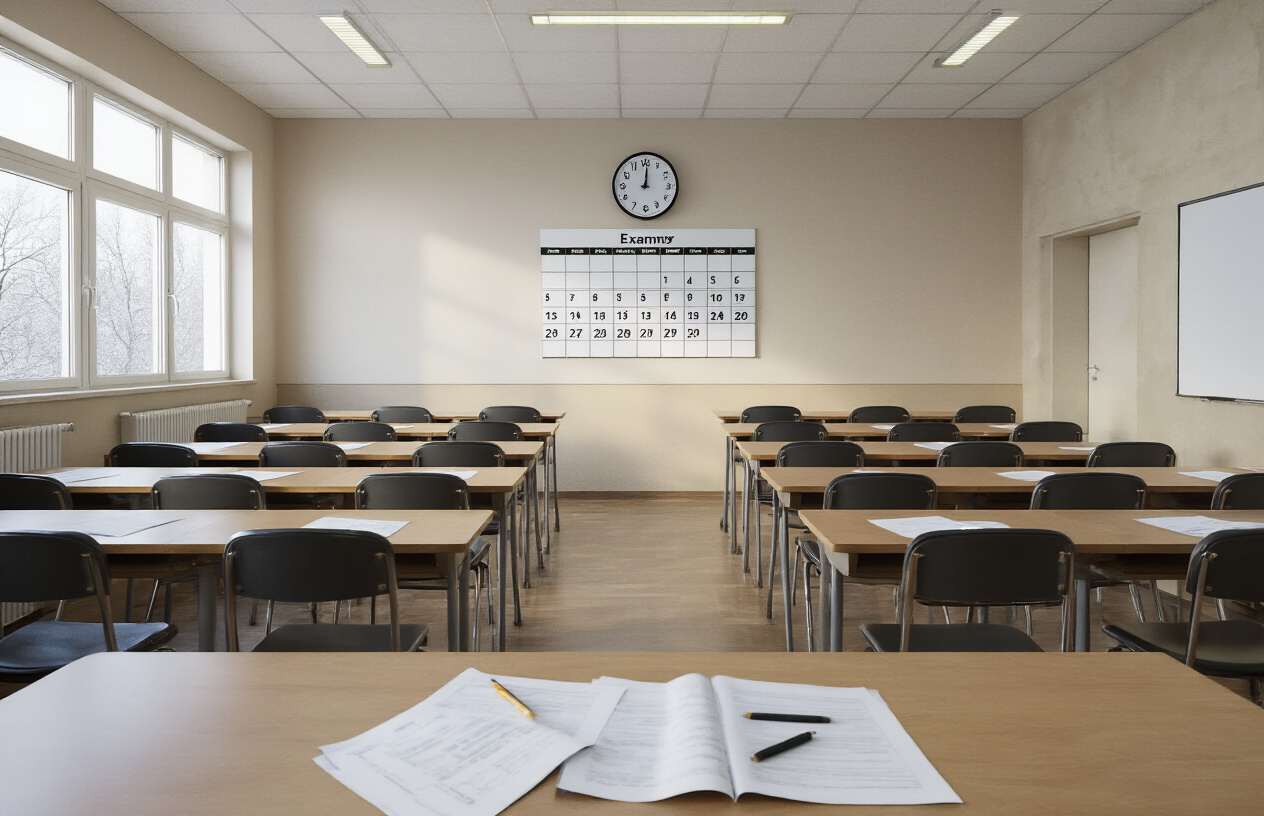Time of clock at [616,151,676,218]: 12:00
